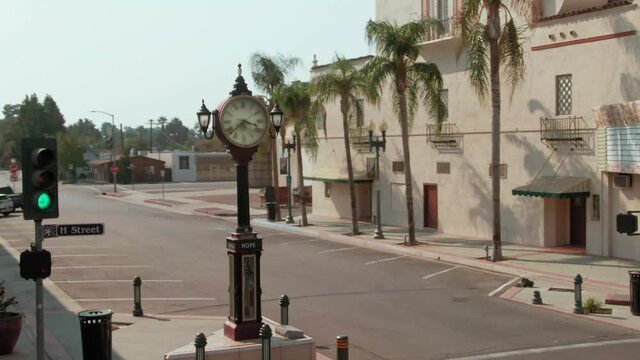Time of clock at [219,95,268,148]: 3:38
